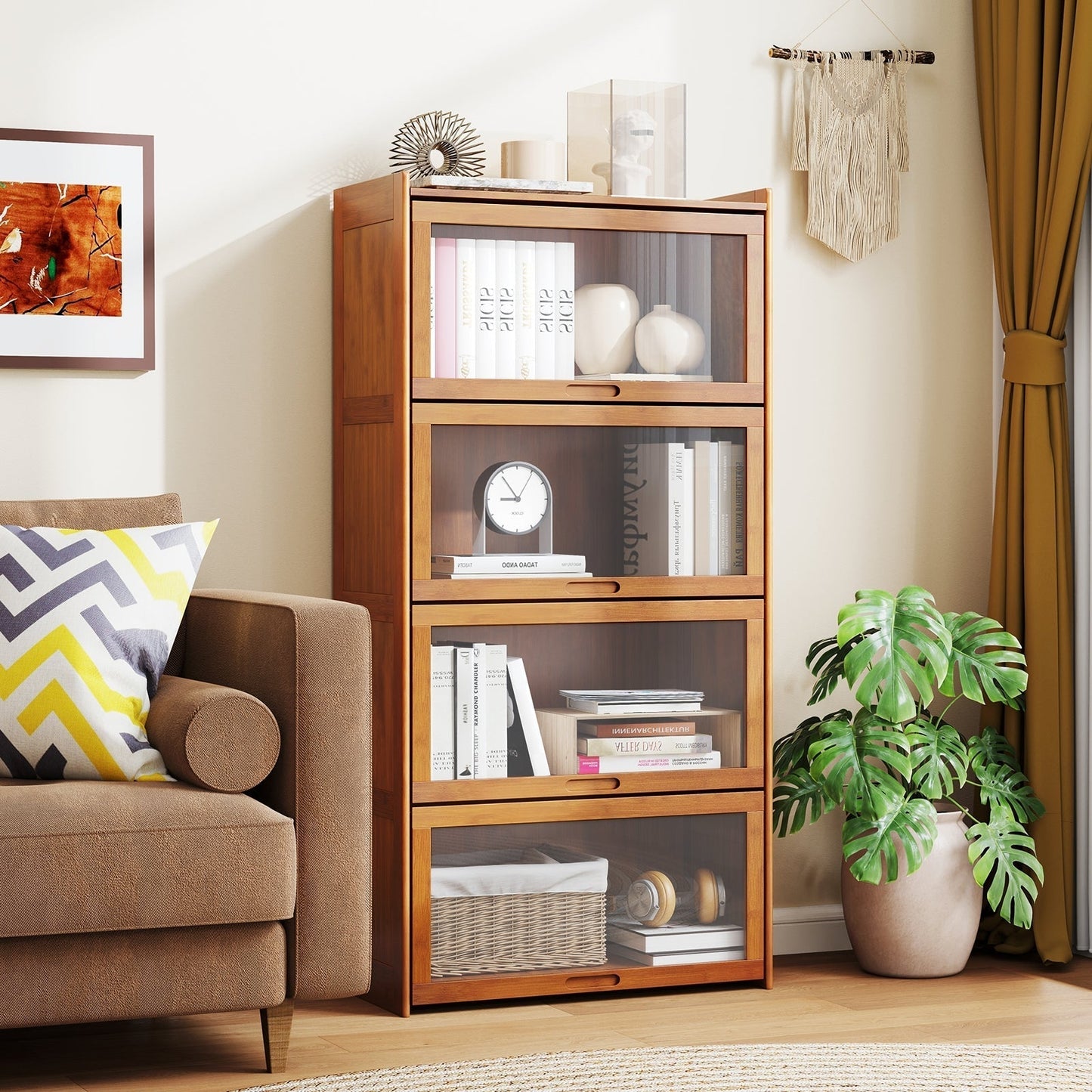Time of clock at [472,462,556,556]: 8:54
